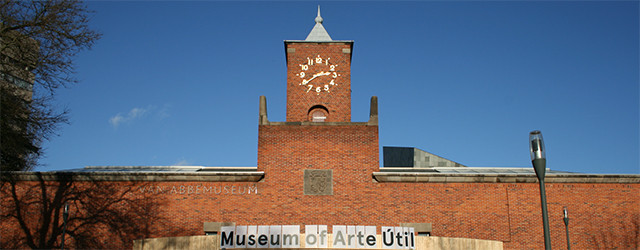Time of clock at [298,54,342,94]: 2:39
